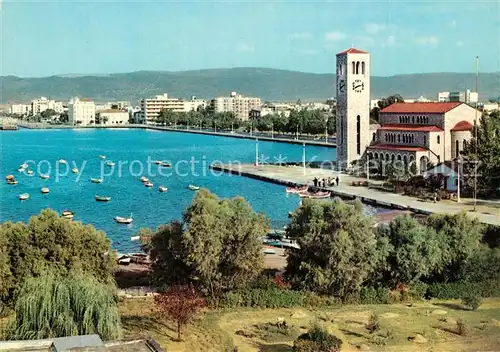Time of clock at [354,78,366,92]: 8:12
